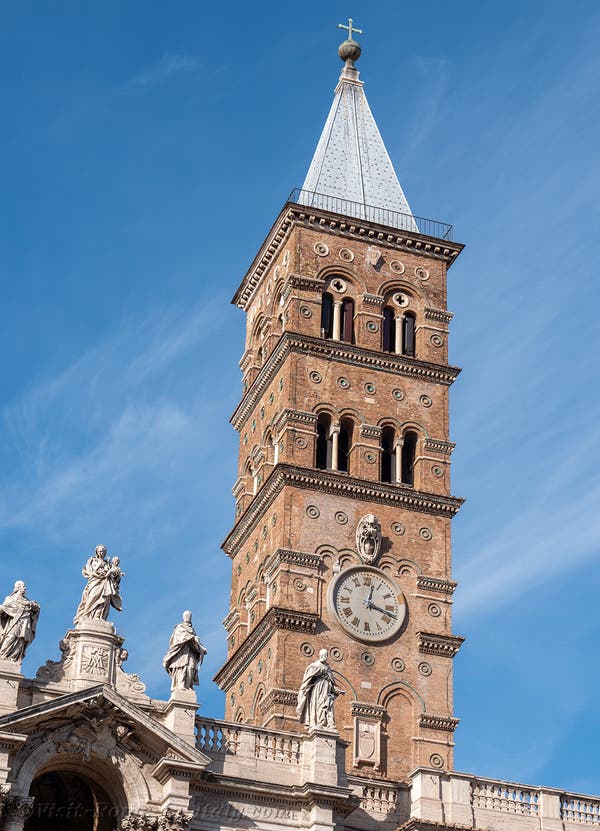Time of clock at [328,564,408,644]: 12:17
